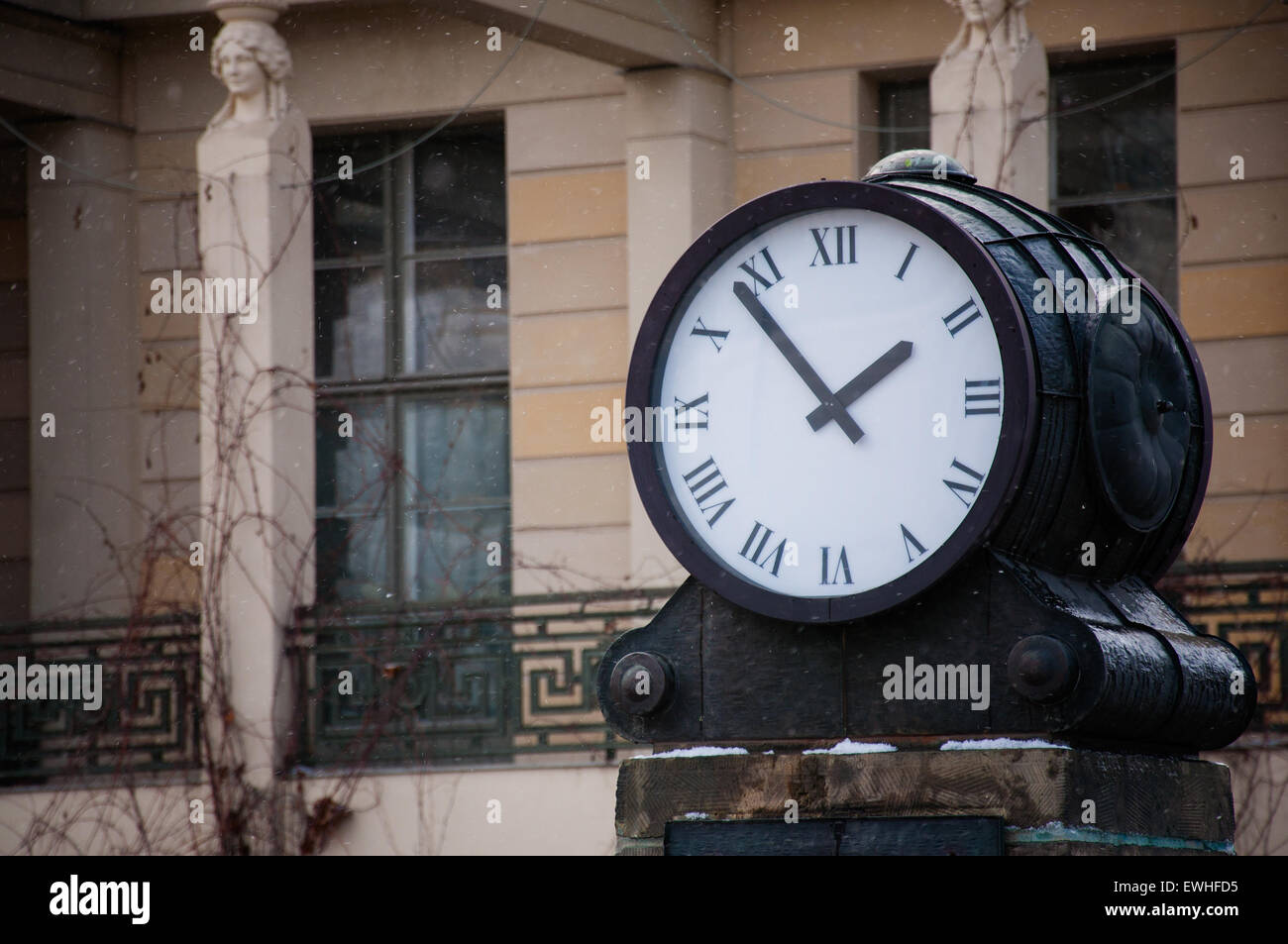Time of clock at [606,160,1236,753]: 1:53
